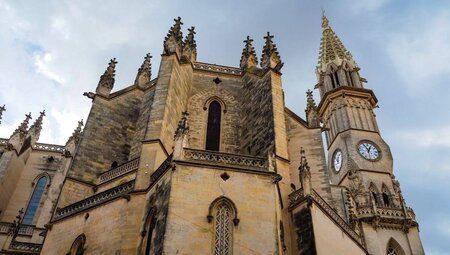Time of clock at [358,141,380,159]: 12:55
